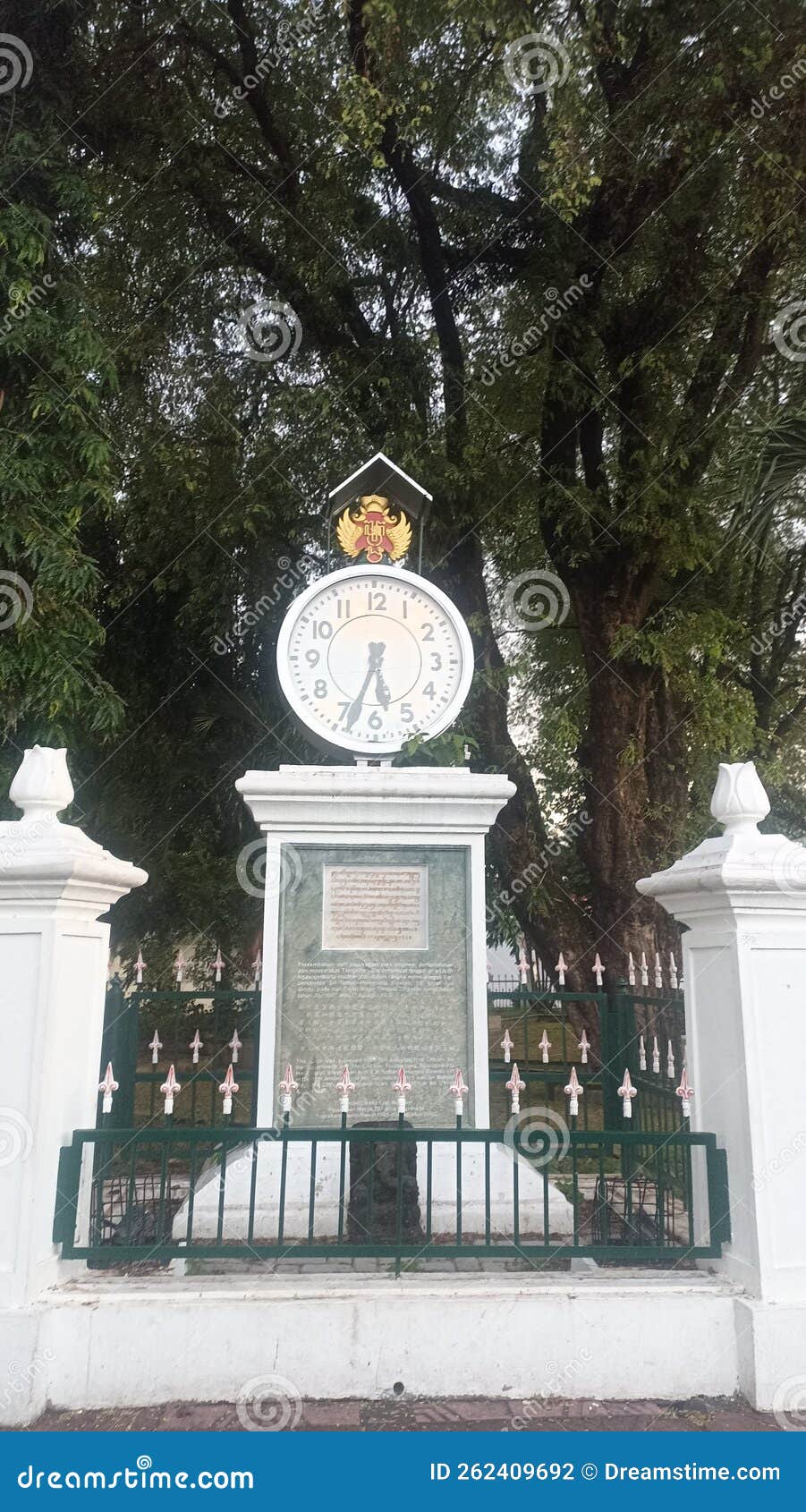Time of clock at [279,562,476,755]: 5:33
